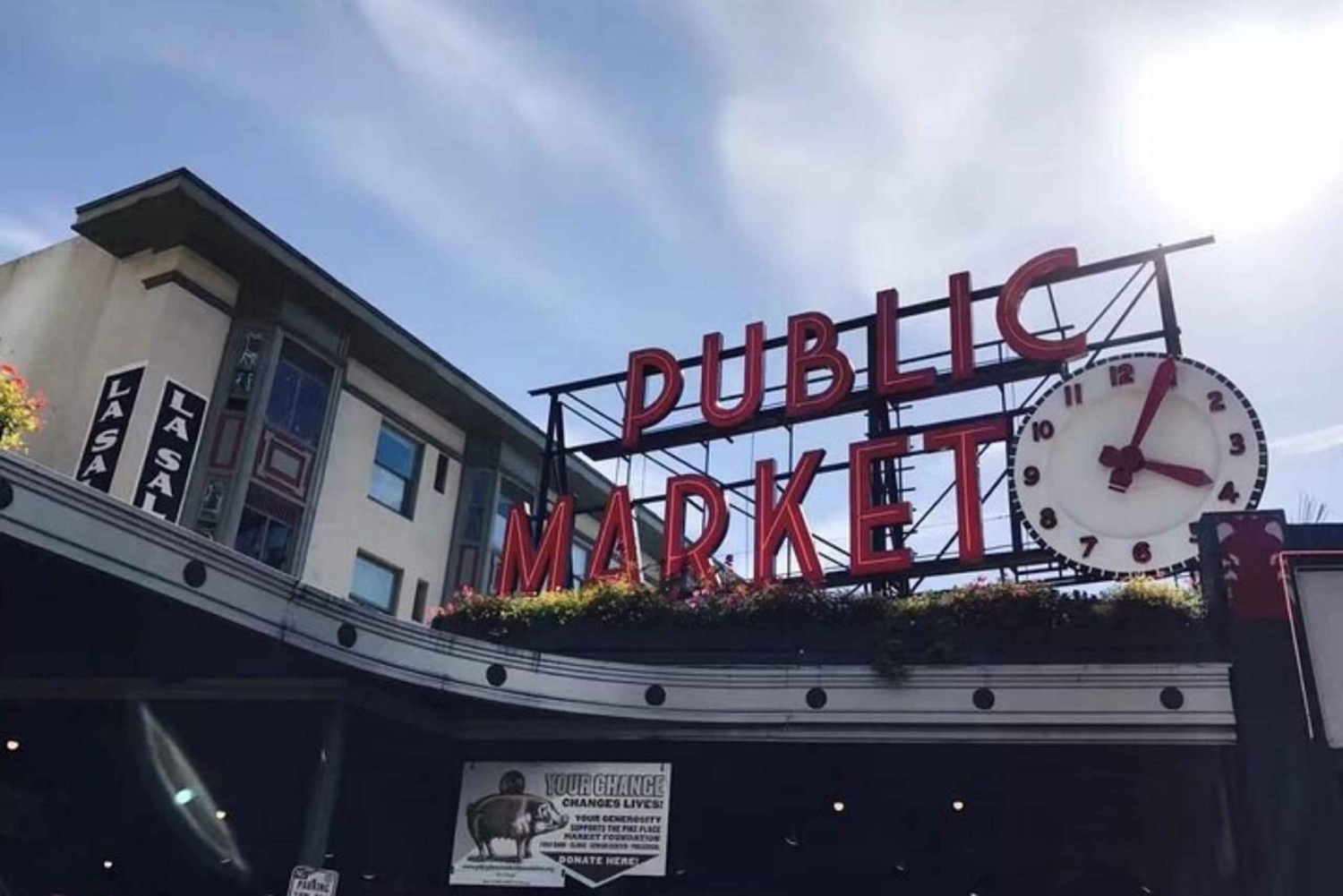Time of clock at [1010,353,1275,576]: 4:04
